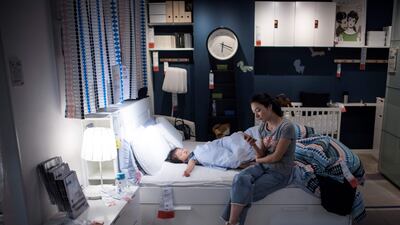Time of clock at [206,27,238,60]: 6:18
